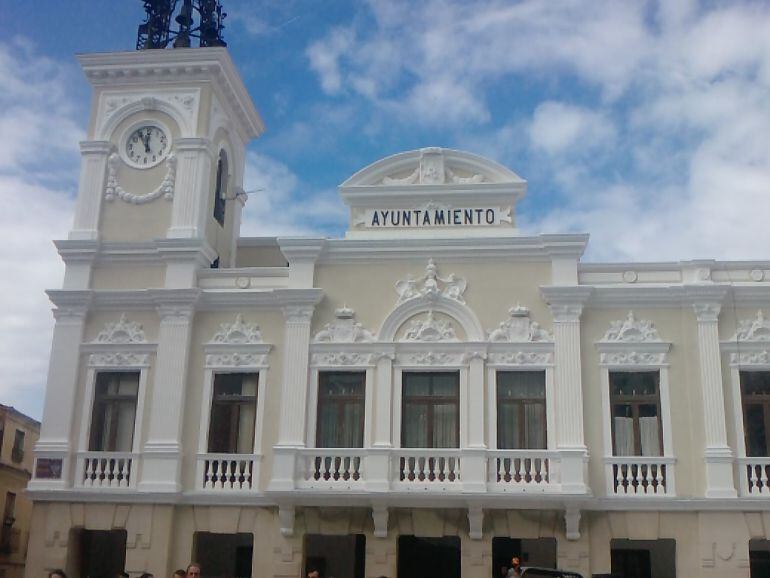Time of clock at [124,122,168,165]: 11:55
